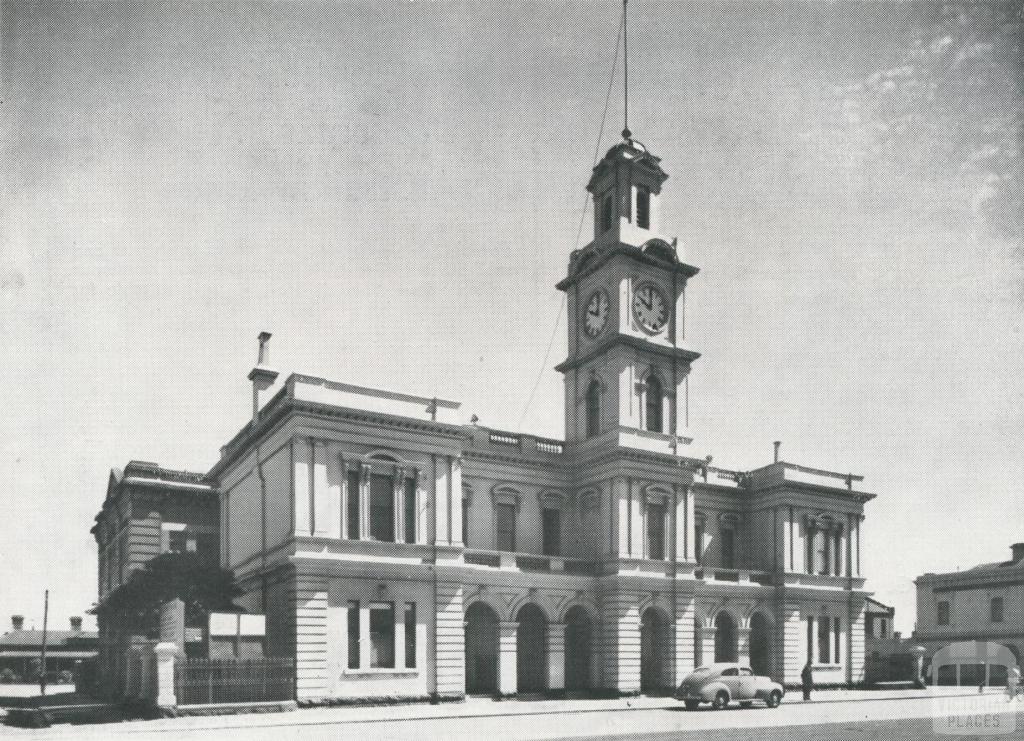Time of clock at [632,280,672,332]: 10:00
